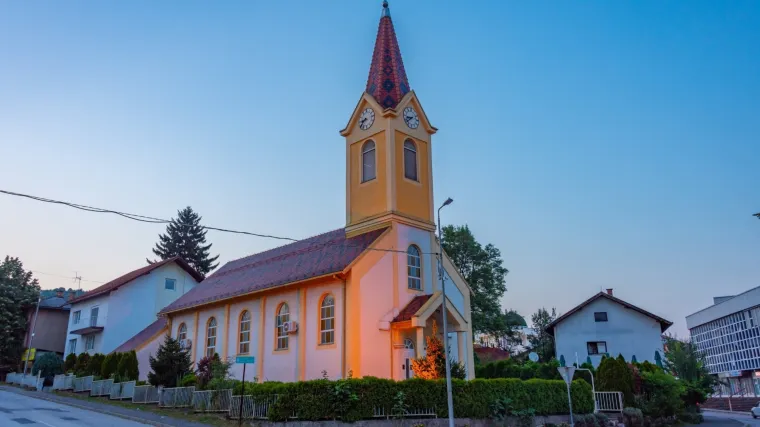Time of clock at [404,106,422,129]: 8:38
